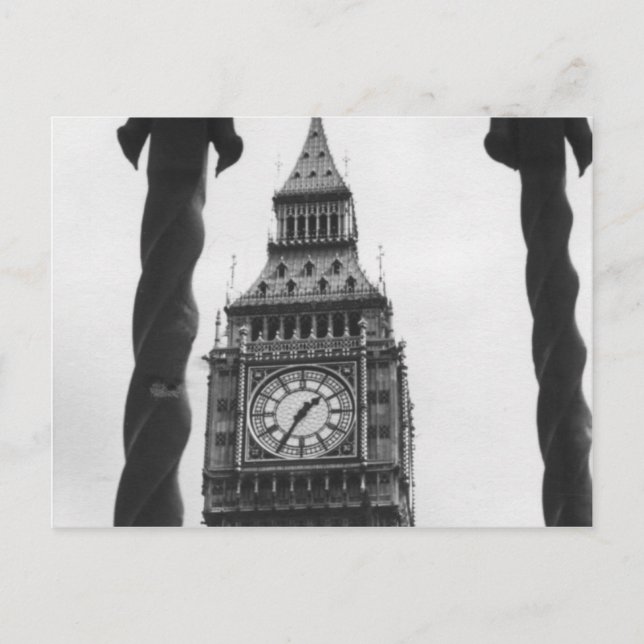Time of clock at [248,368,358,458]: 1:35
